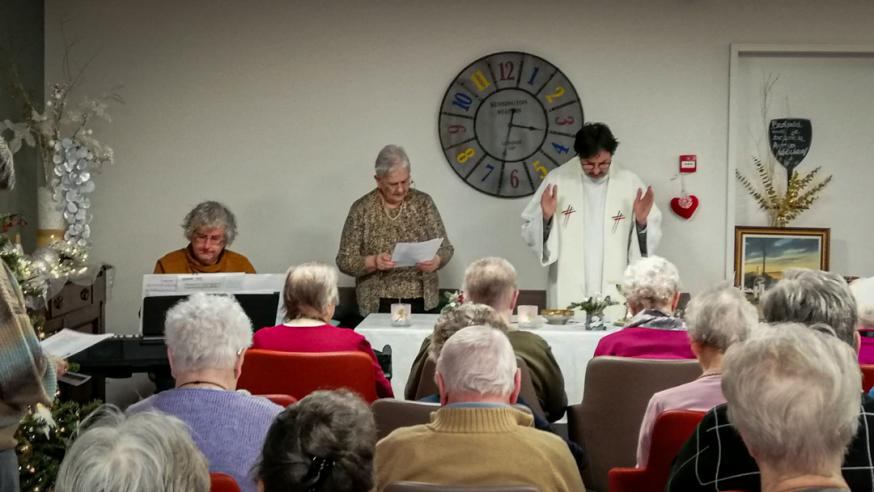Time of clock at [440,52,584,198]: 3:32
